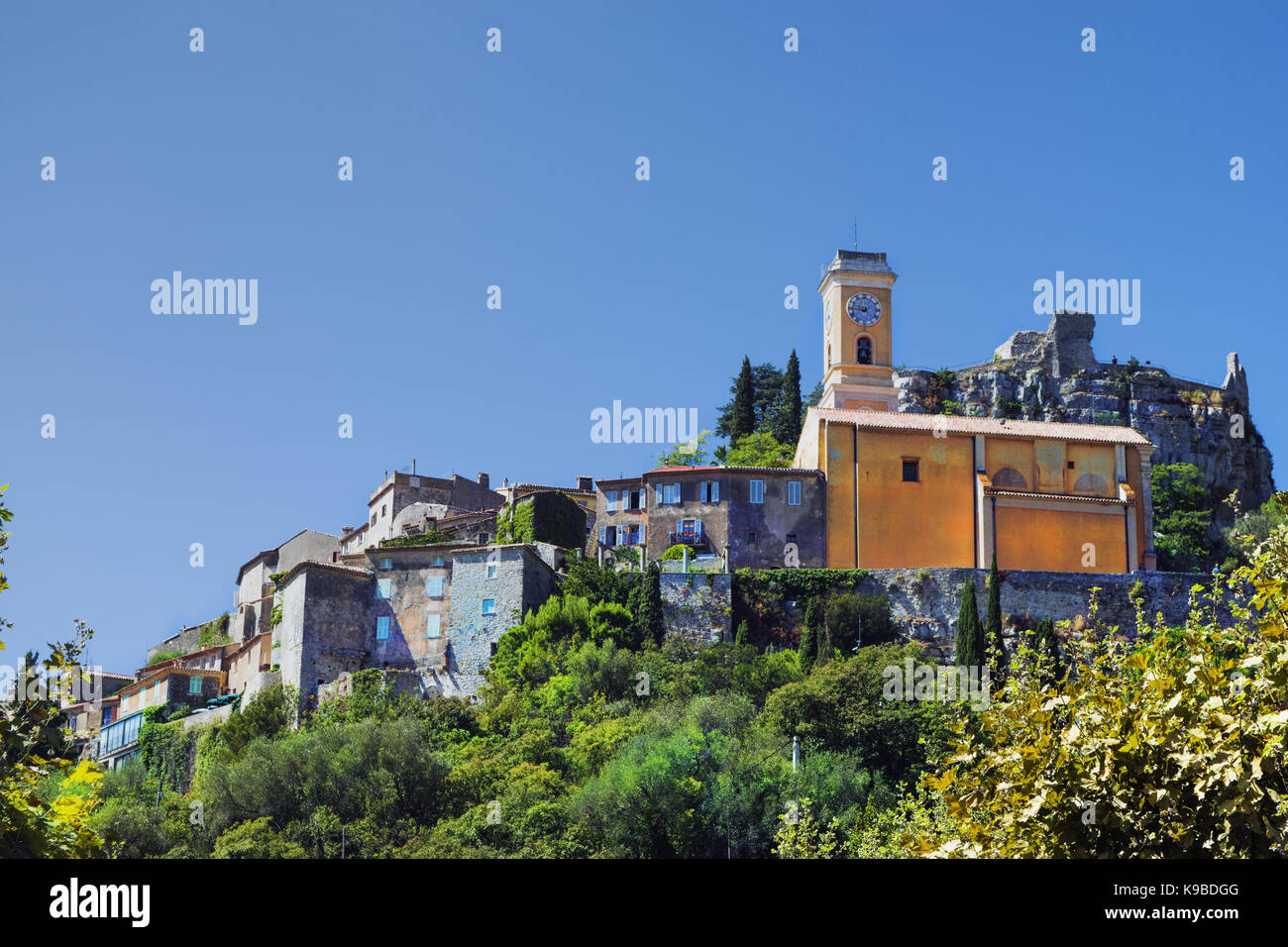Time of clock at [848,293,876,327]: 11:45
